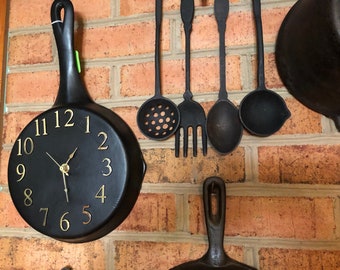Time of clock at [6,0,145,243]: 1:28
